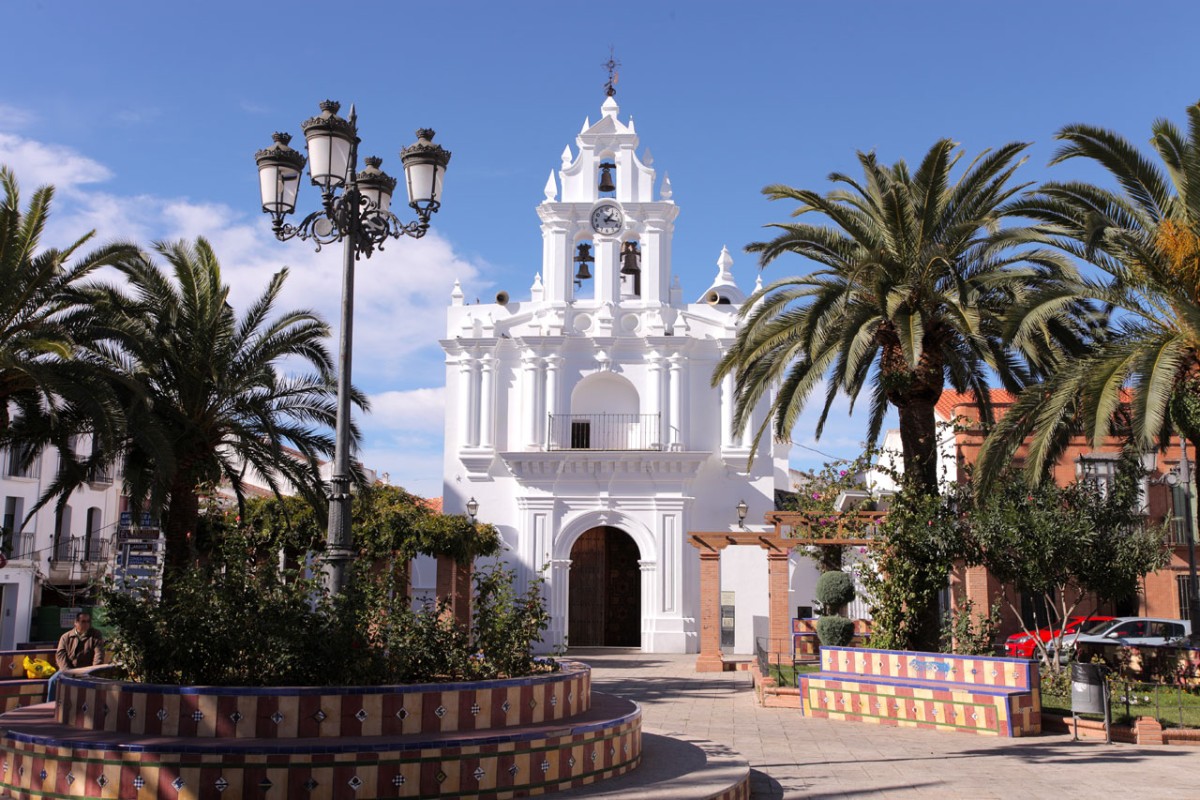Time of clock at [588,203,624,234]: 1:16
